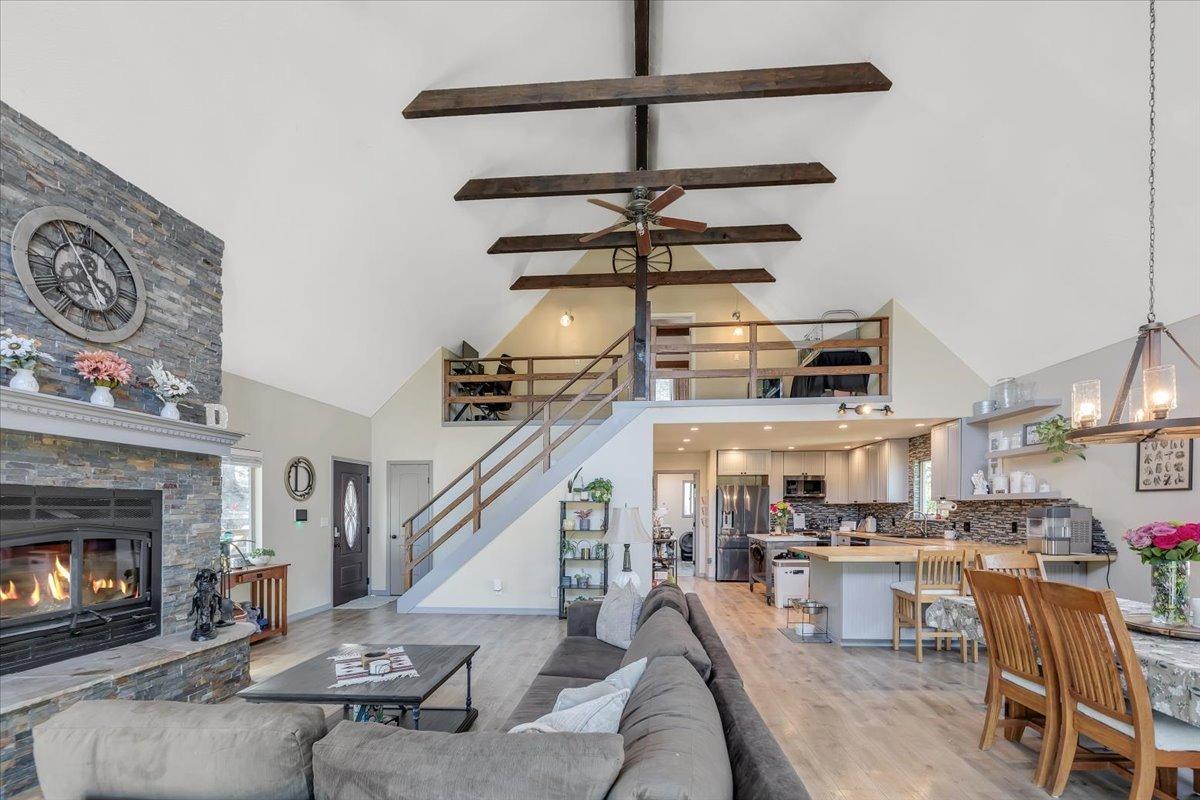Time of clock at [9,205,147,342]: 4:56
